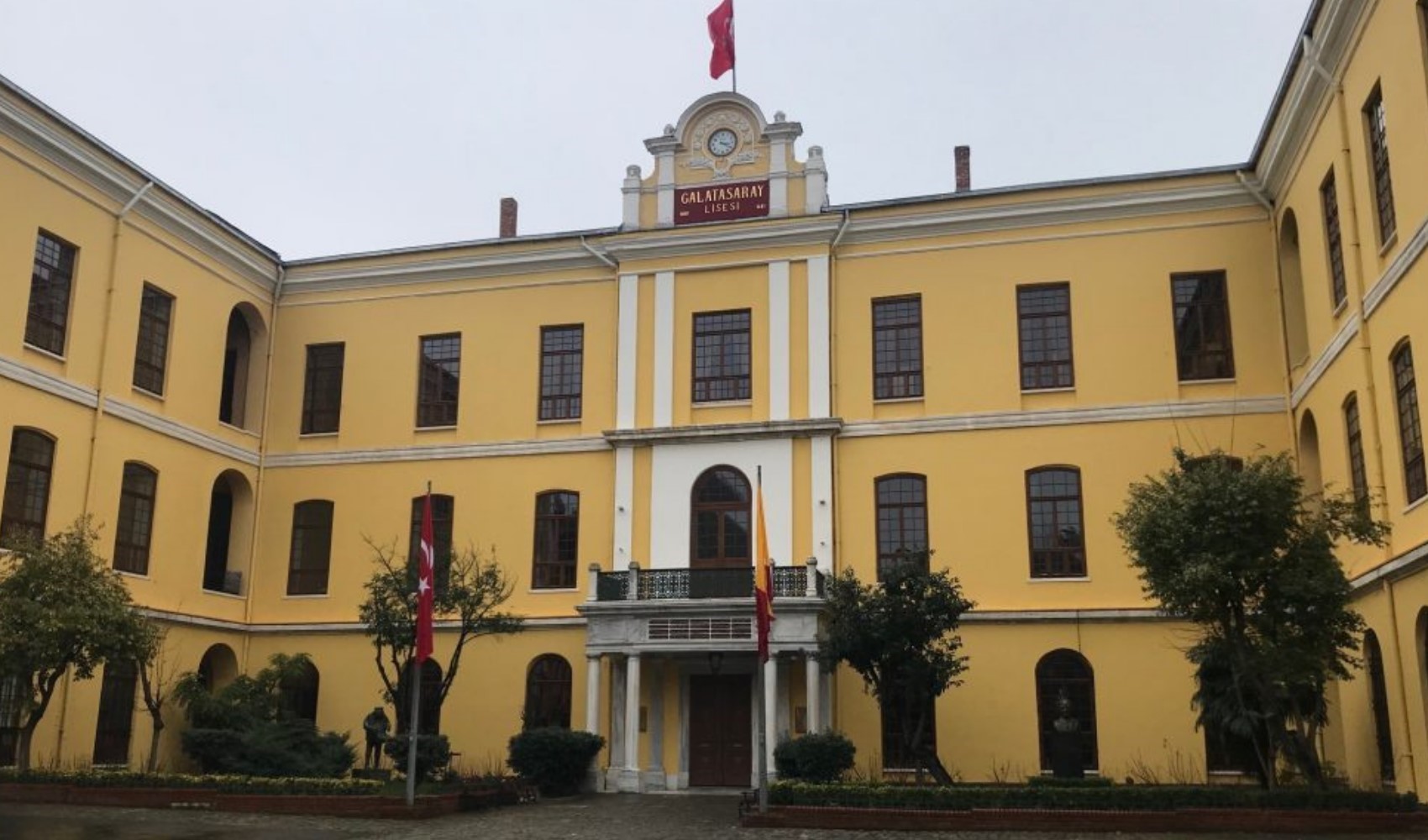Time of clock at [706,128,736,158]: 3:21
